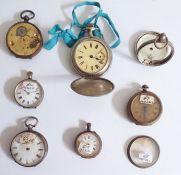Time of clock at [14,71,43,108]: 10:12
